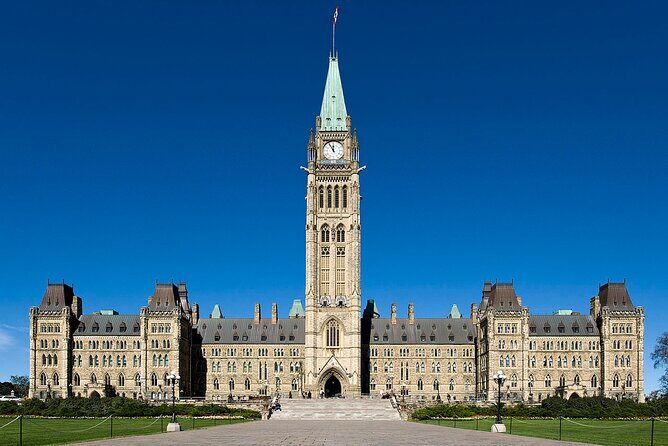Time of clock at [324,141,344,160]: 11:54
